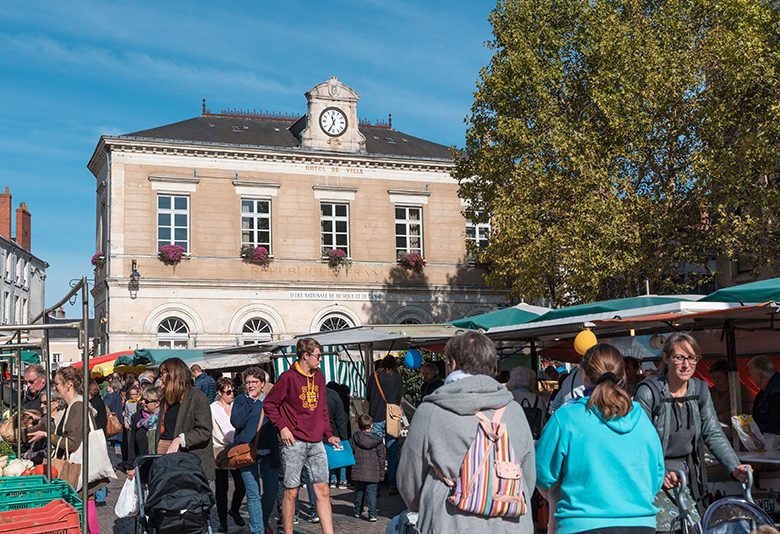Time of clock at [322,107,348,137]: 11:34
